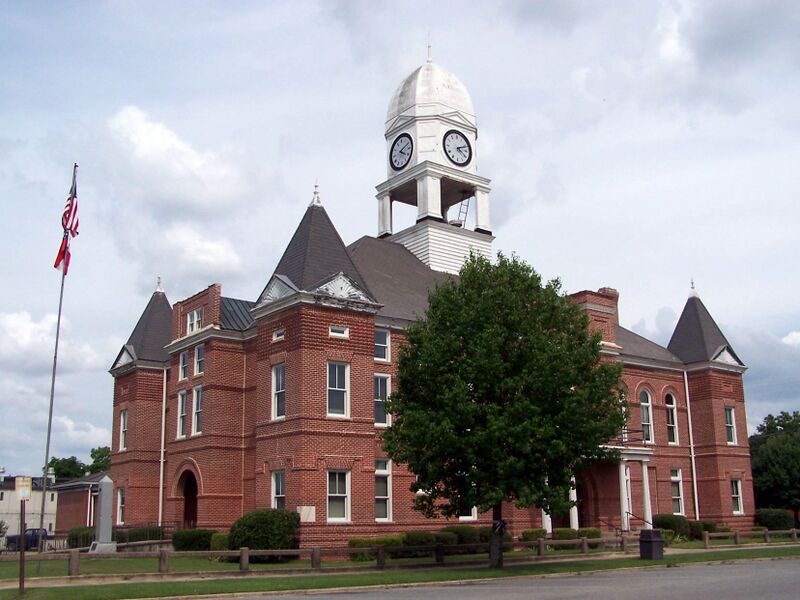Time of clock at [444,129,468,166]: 4:11
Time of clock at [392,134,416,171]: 4:10
